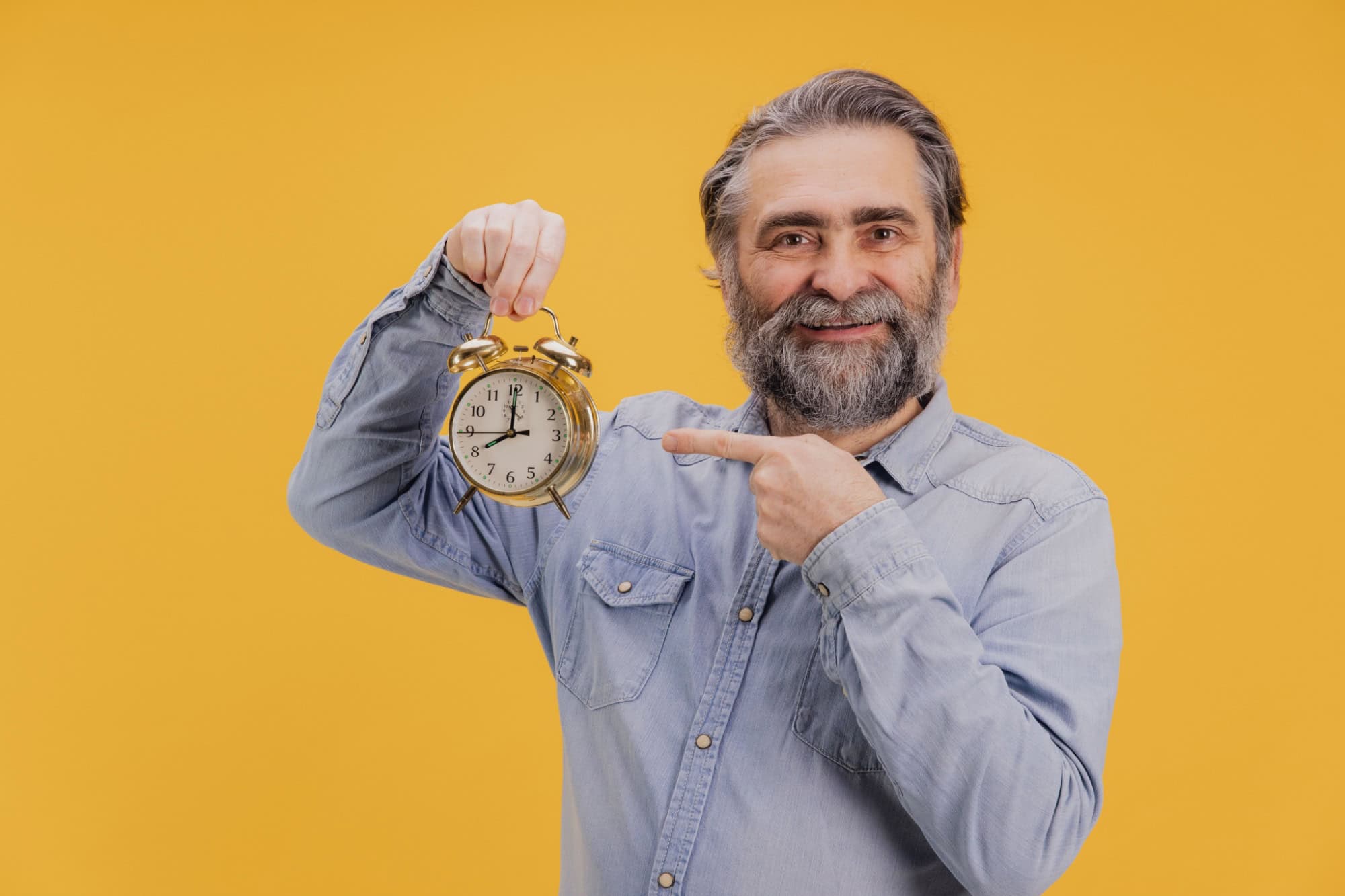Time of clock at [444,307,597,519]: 8:00
